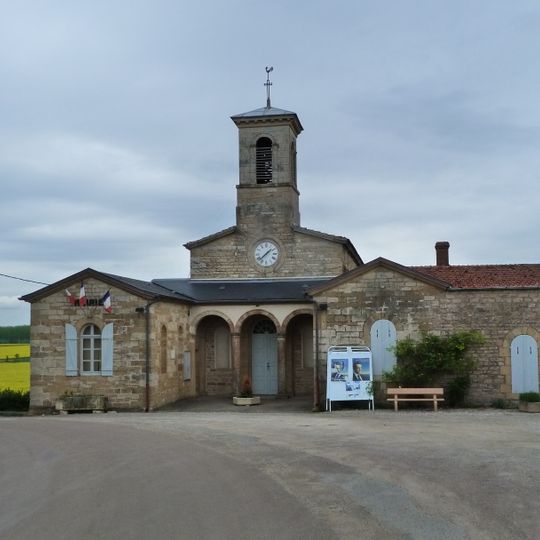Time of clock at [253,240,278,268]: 1:37
